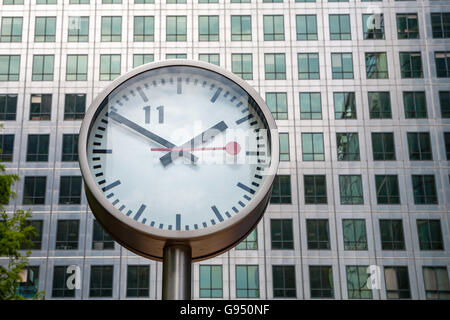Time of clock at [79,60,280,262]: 1:50
